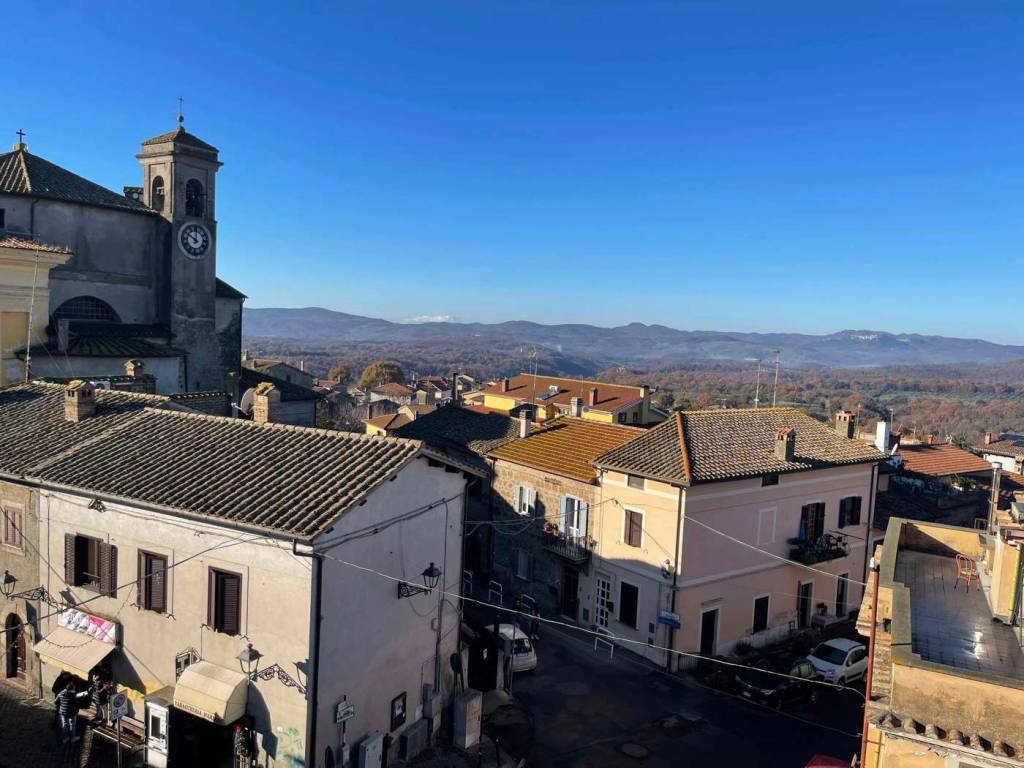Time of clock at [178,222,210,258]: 10:00
